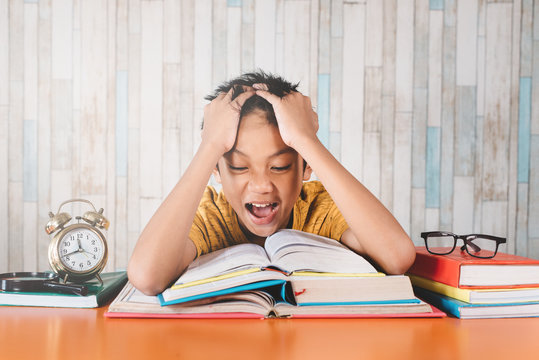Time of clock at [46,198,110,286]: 11:42
